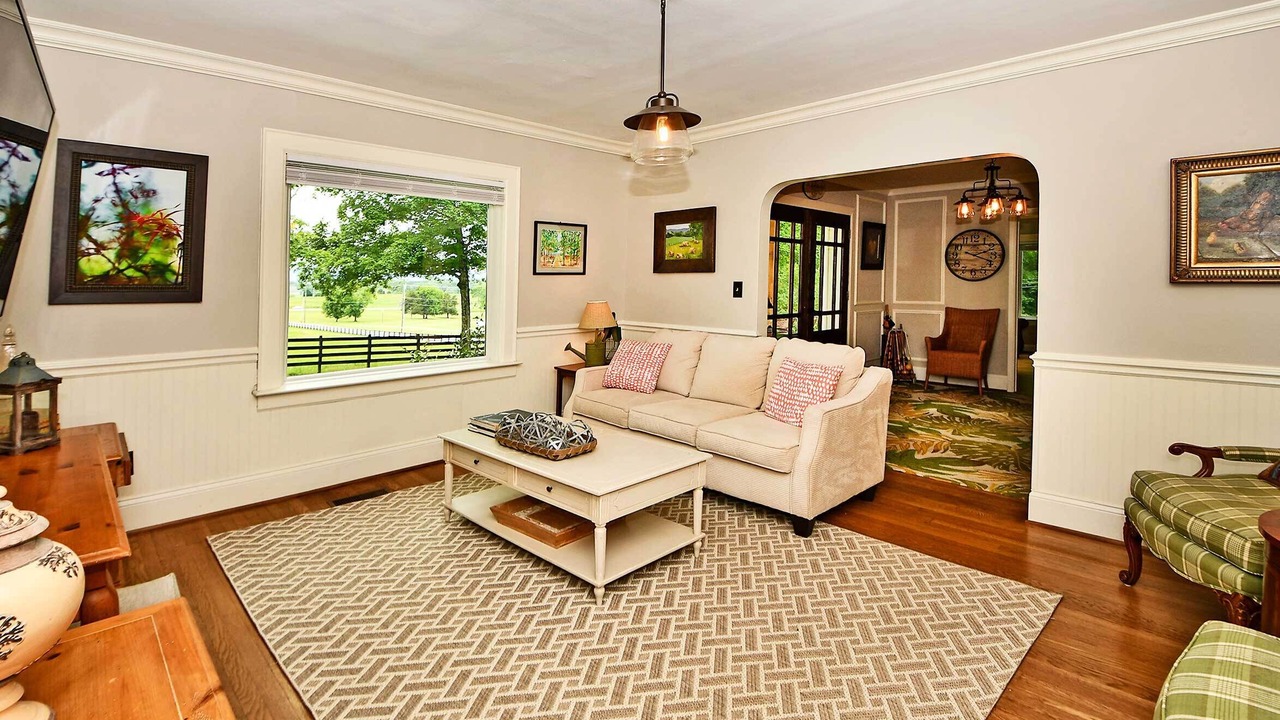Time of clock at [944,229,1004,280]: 2:18
